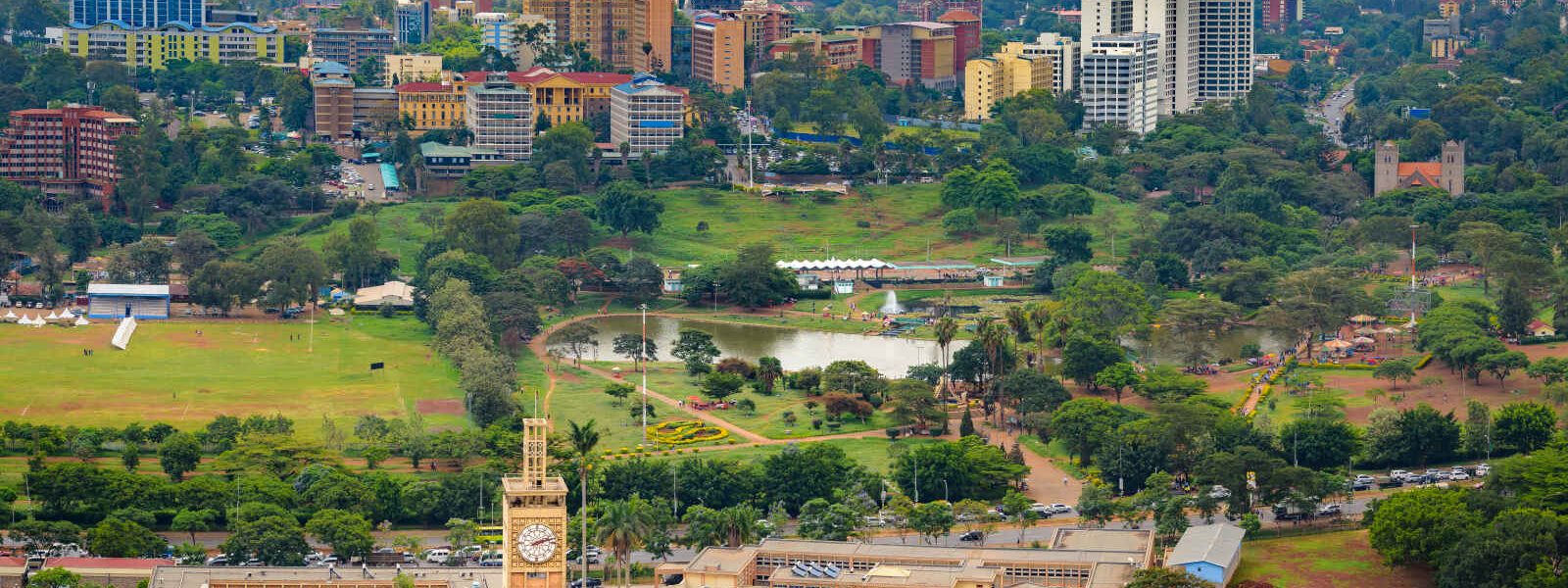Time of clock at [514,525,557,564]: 2:11
